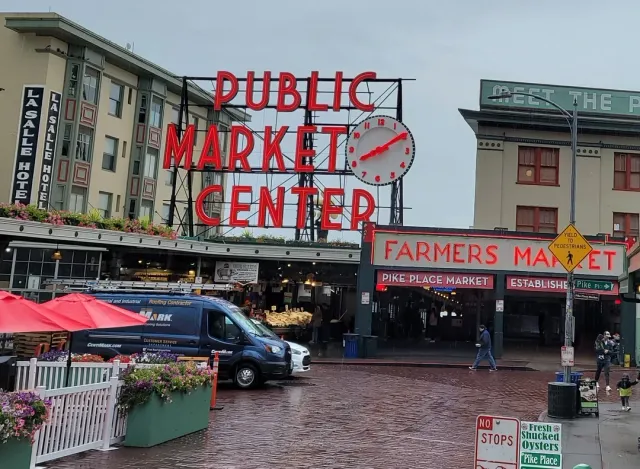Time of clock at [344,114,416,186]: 8:09
